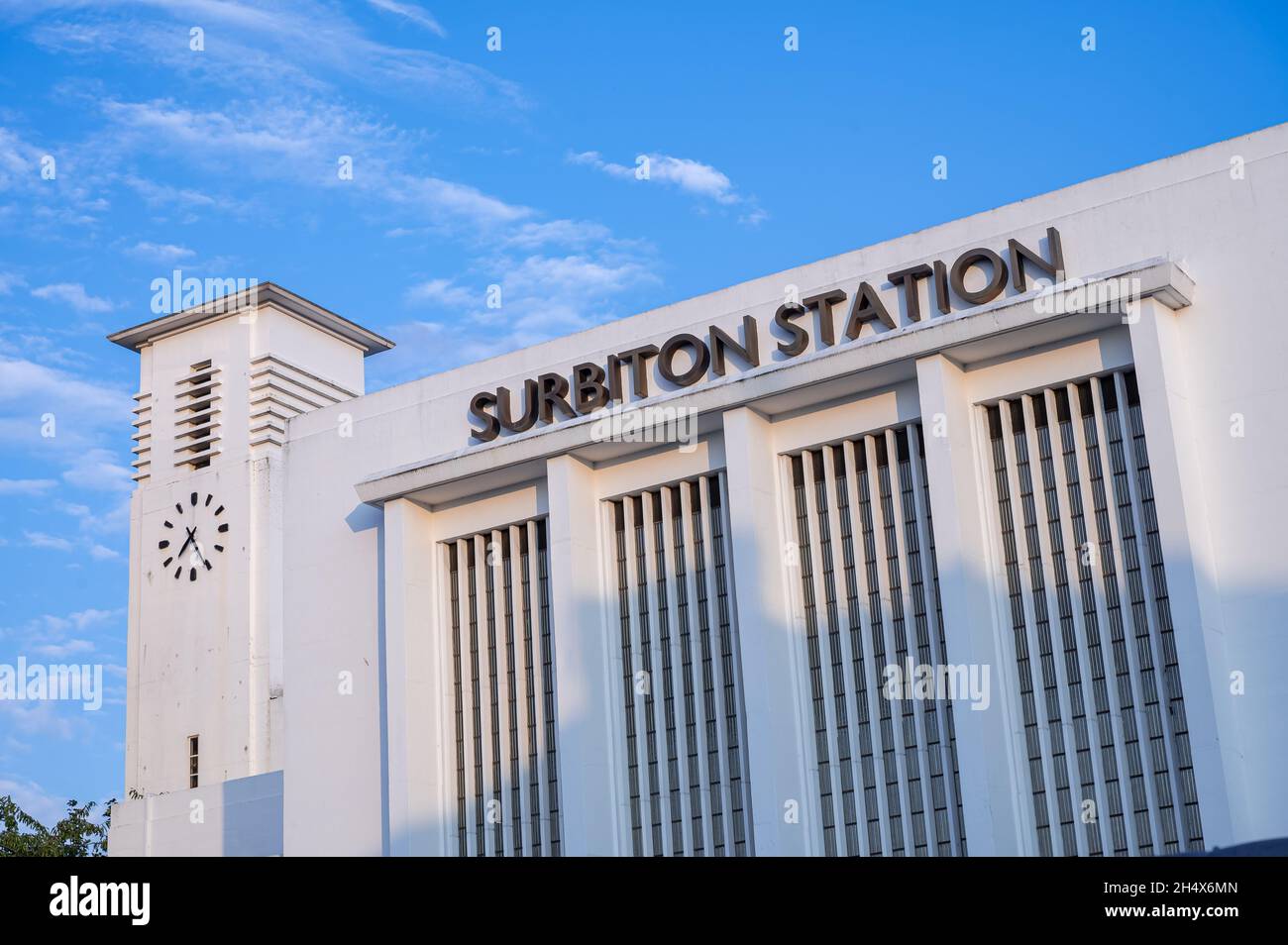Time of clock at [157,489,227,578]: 7:25
